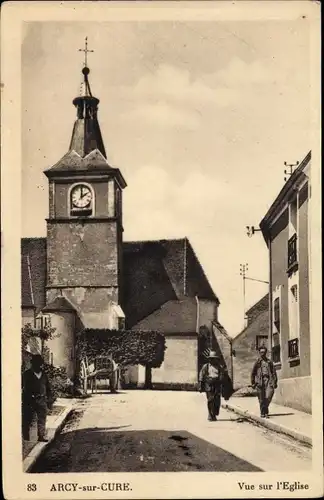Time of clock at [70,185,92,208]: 2:00
